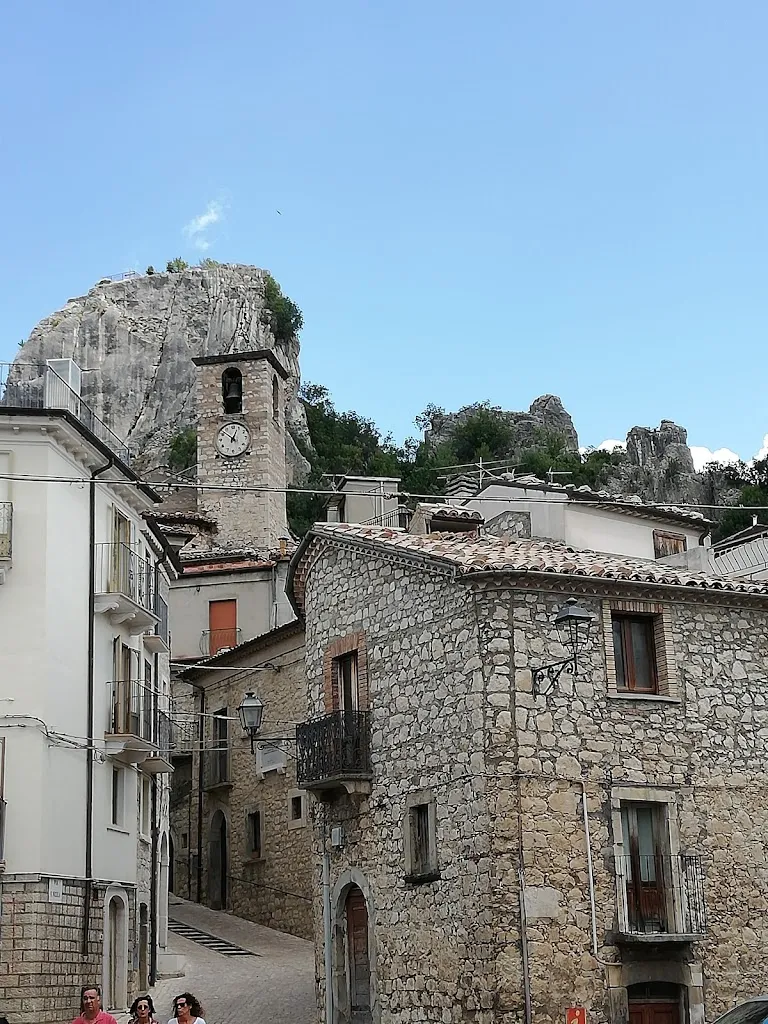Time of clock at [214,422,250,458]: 12:52
